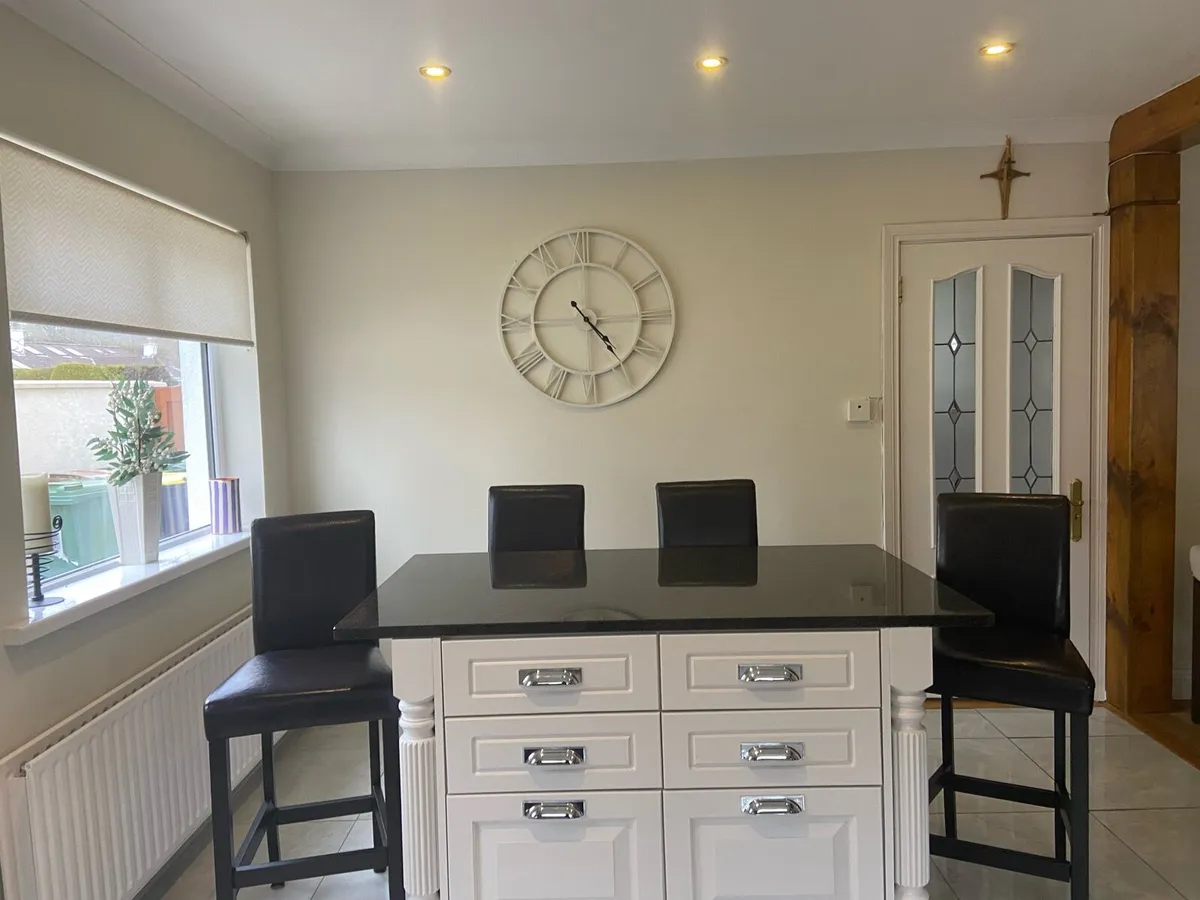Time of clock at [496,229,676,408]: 4:23
